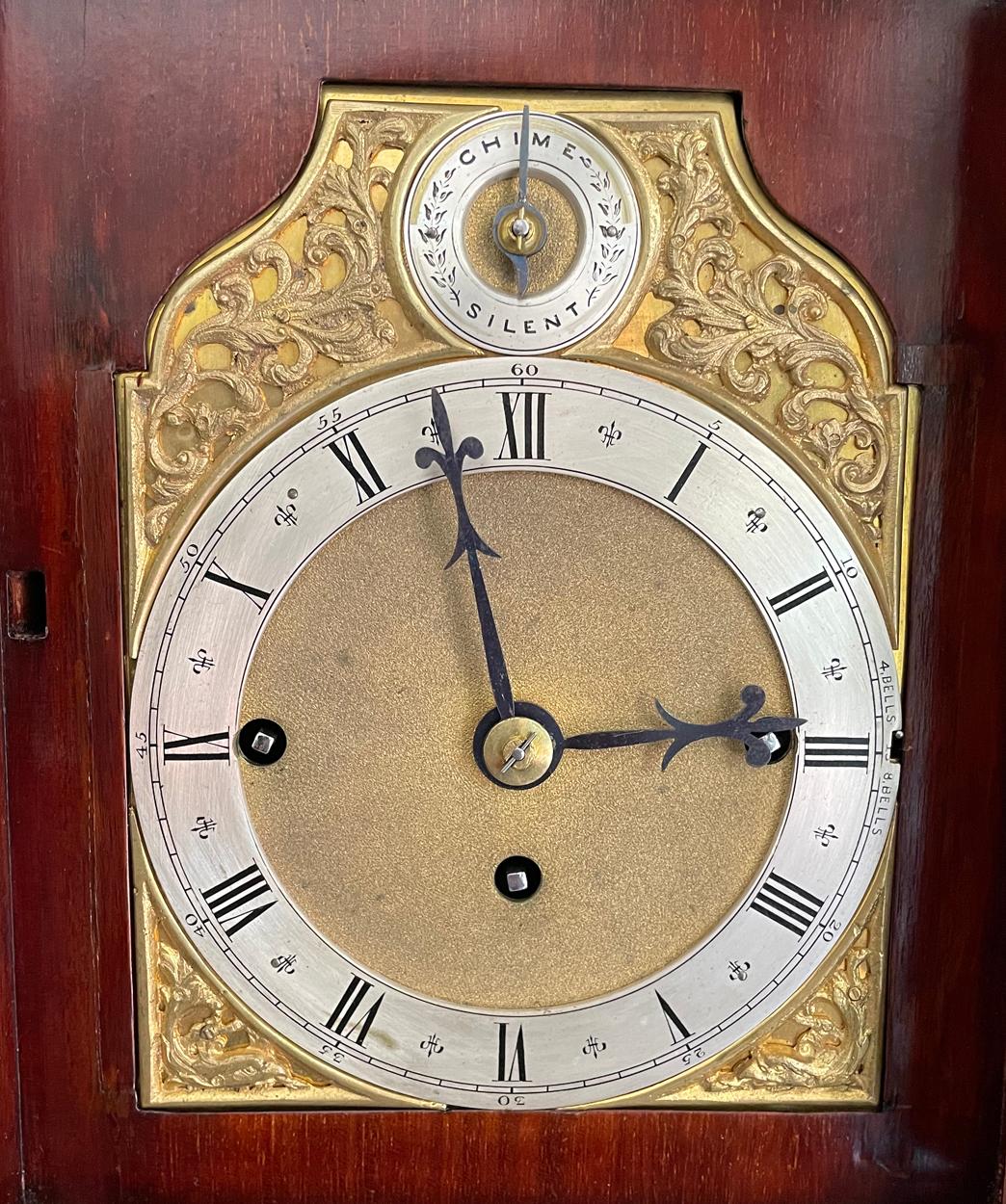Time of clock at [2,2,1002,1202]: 2:57
